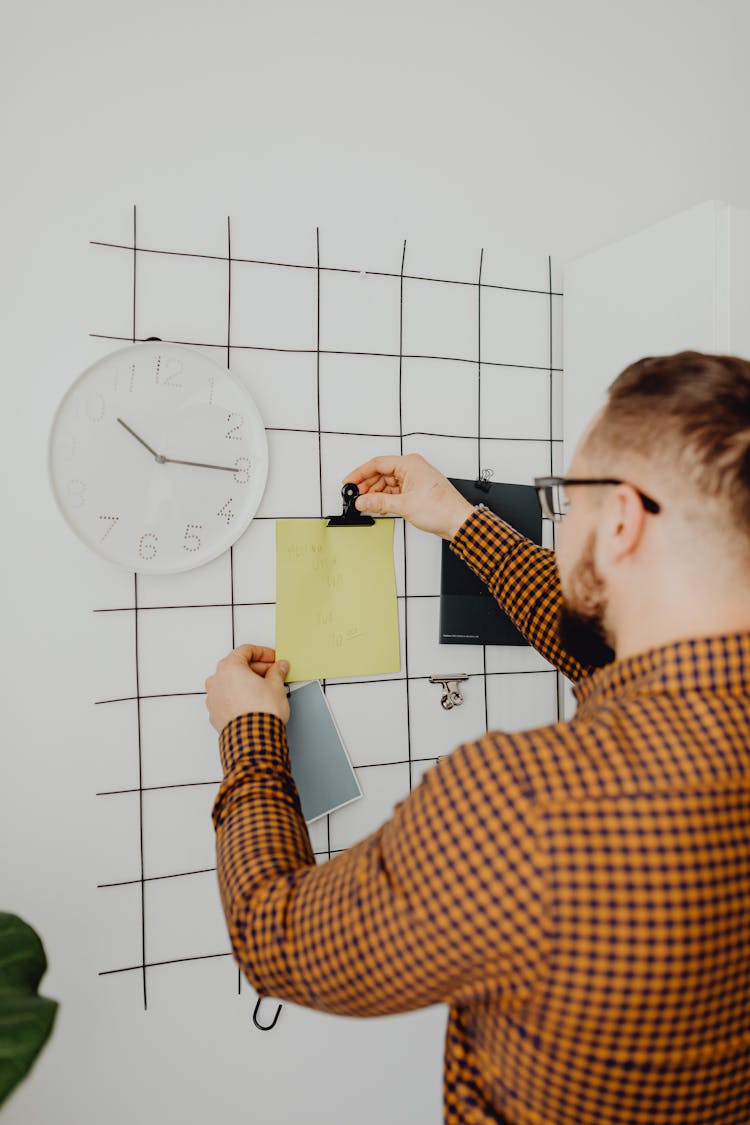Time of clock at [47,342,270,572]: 10:15
